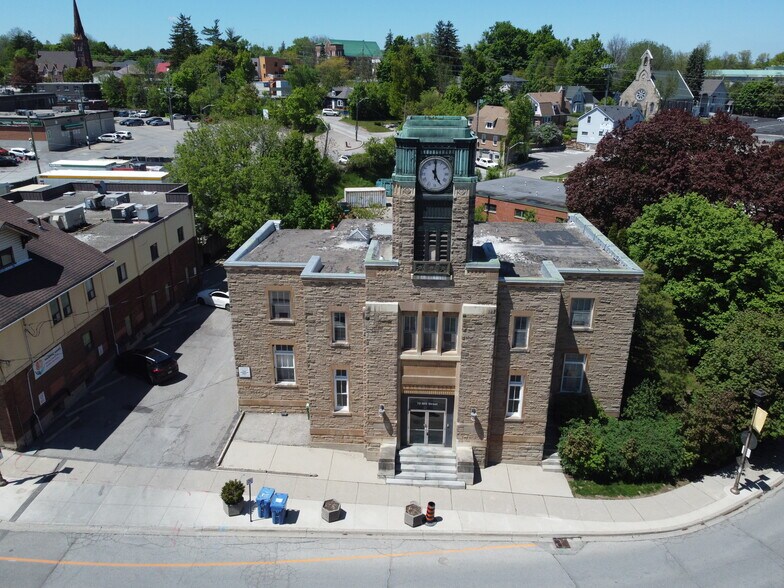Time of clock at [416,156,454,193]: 5:00
